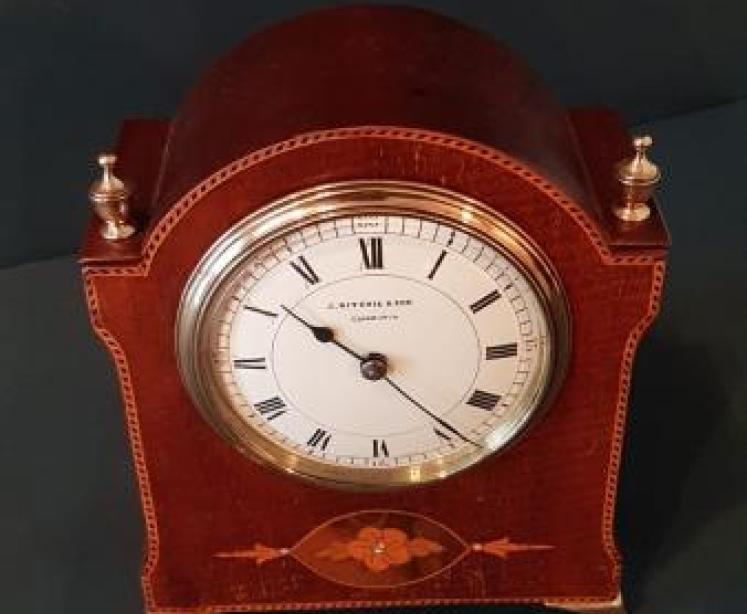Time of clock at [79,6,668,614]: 10:22
